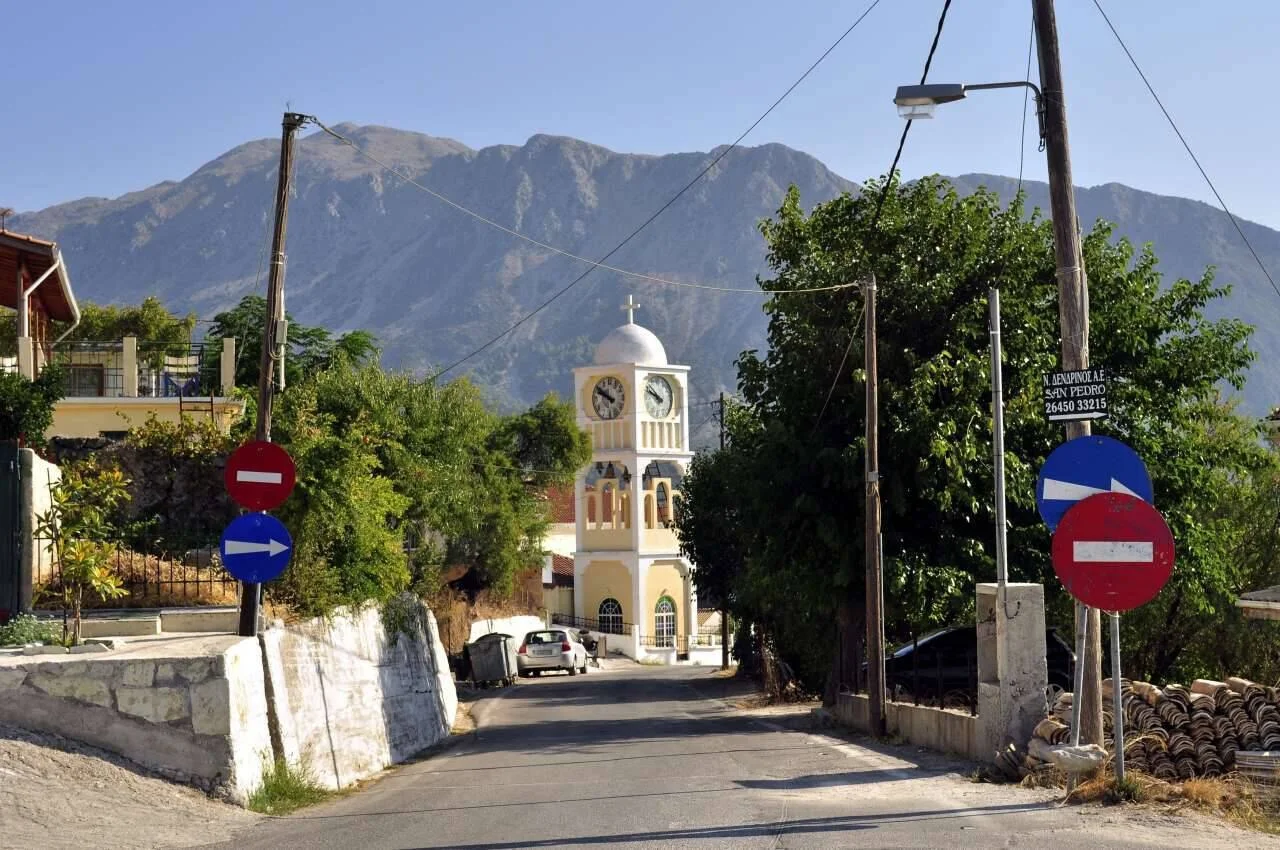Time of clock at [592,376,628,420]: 9:50
